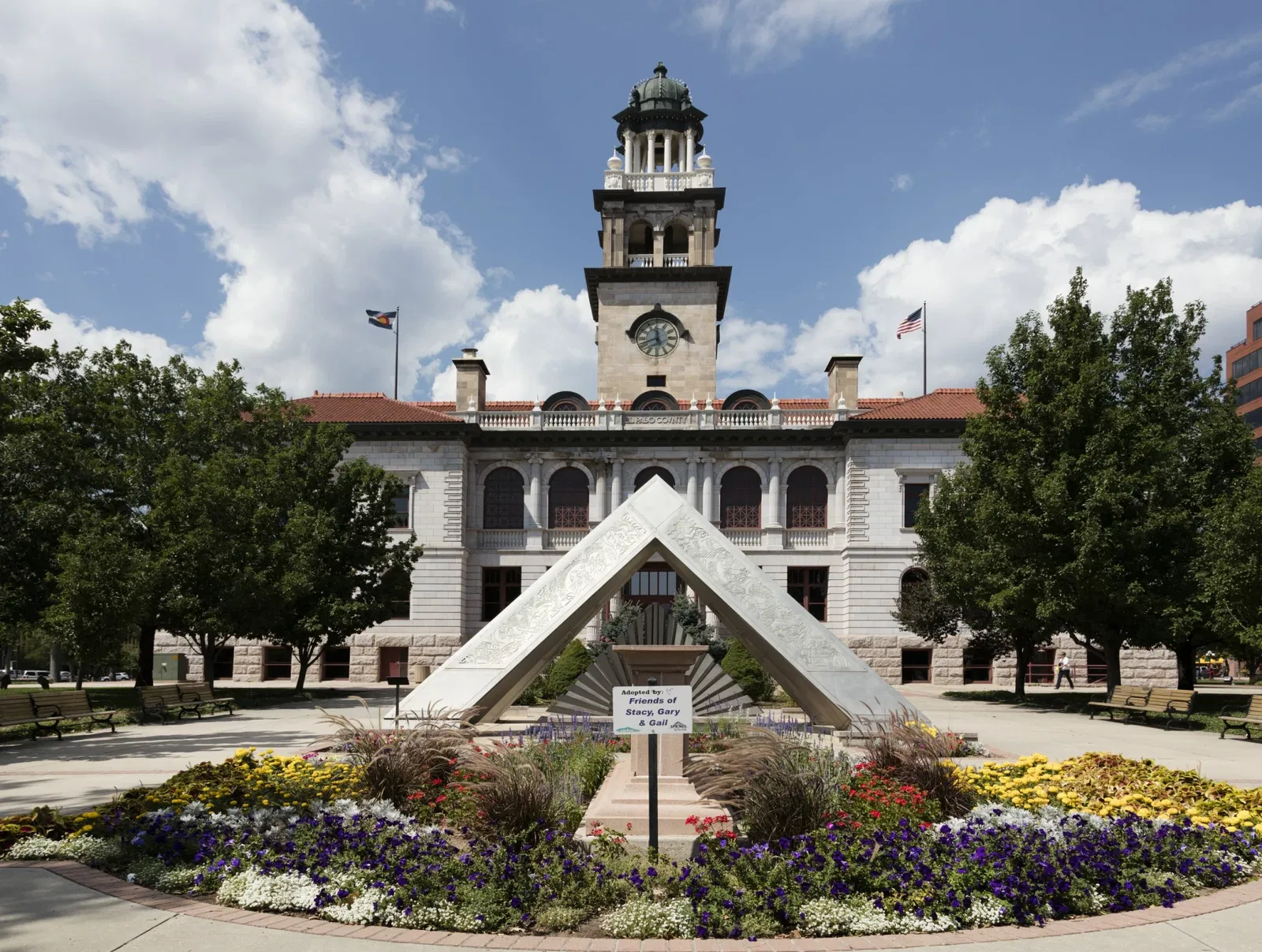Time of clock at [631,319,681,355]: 11:41
